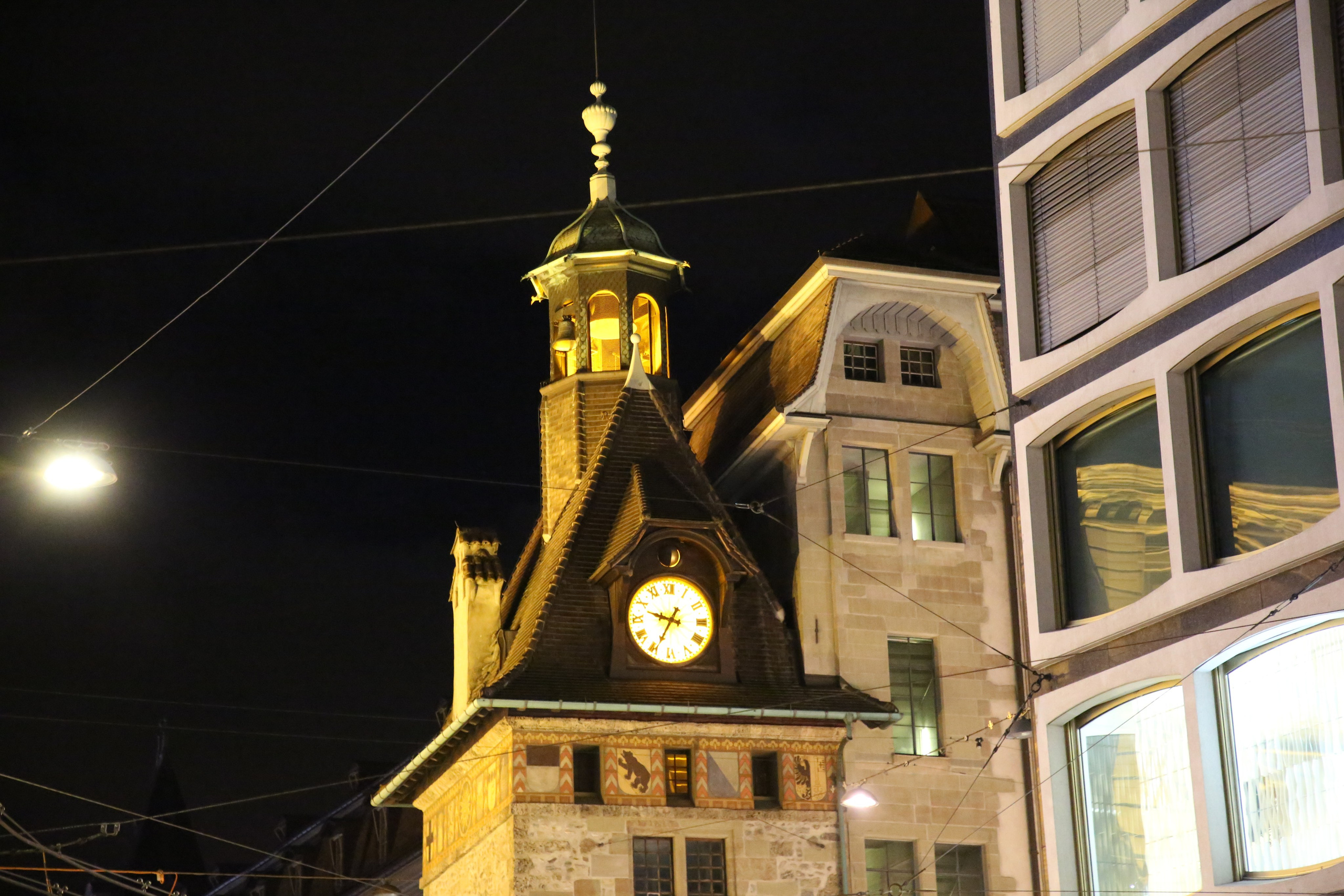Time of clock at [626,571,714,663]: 9:34
